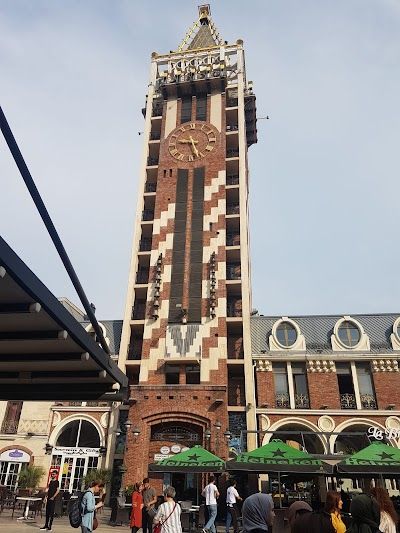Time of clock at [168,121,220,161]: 8:26
